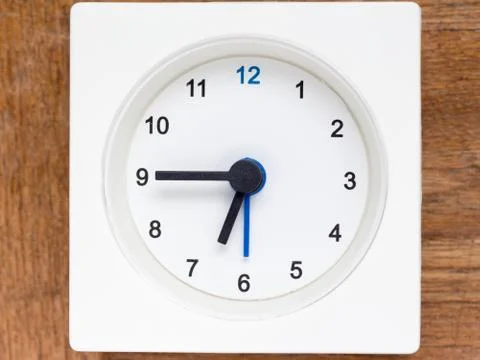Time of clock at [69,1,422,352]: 6:45
